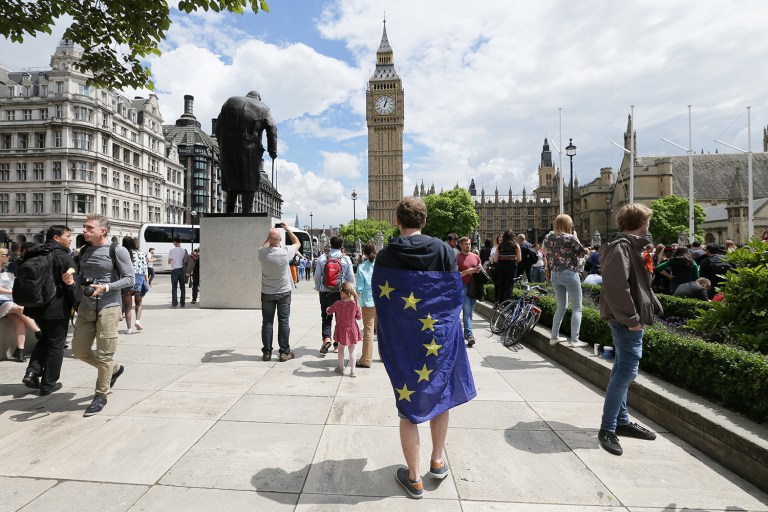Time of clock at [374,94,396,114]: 1:02
